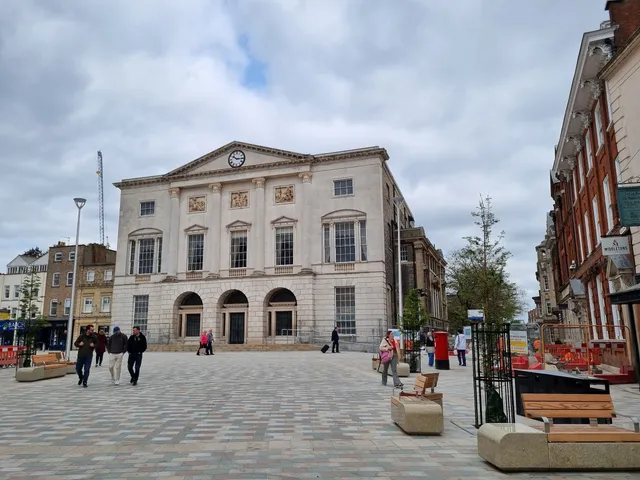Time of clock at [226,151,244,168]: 10:15
